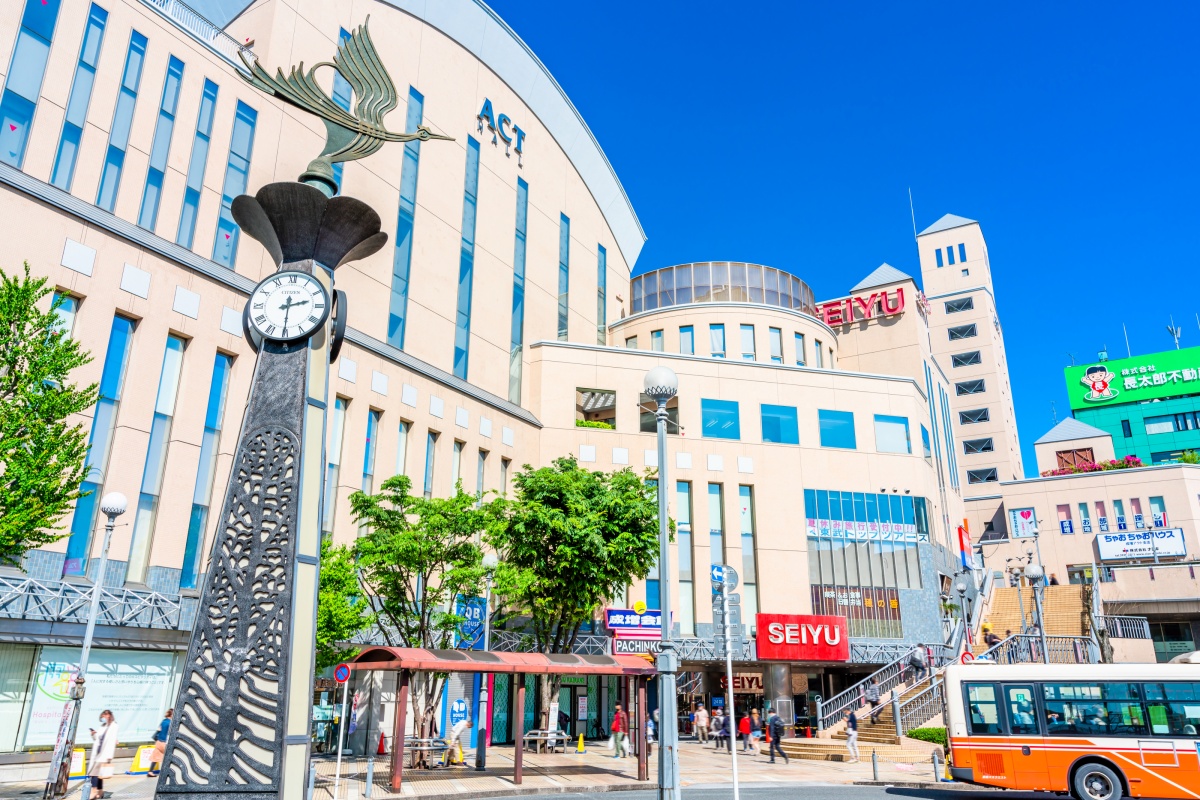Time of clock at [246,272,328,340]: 2:30
